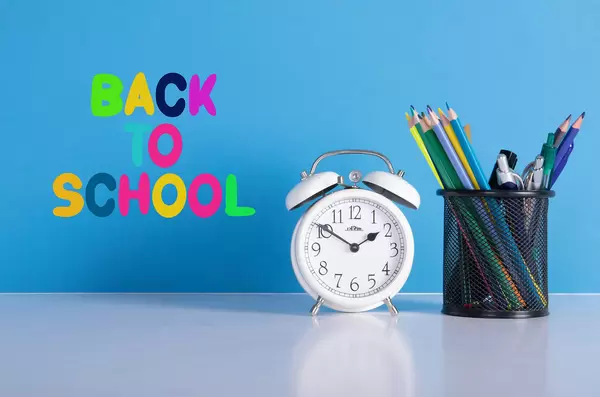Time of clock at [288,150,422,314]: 1:50
